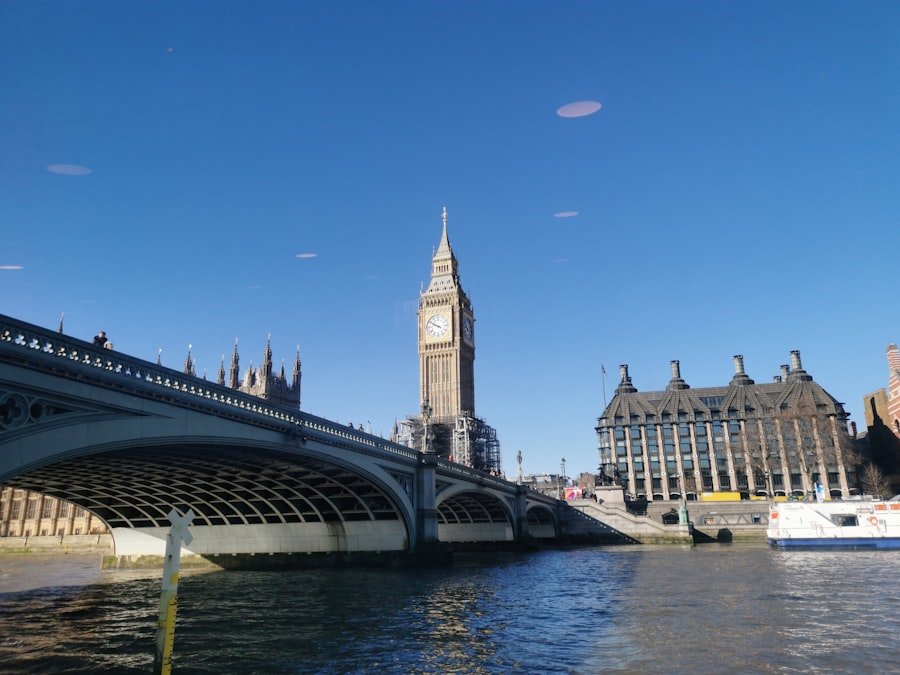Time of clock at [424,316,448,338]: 9:50
